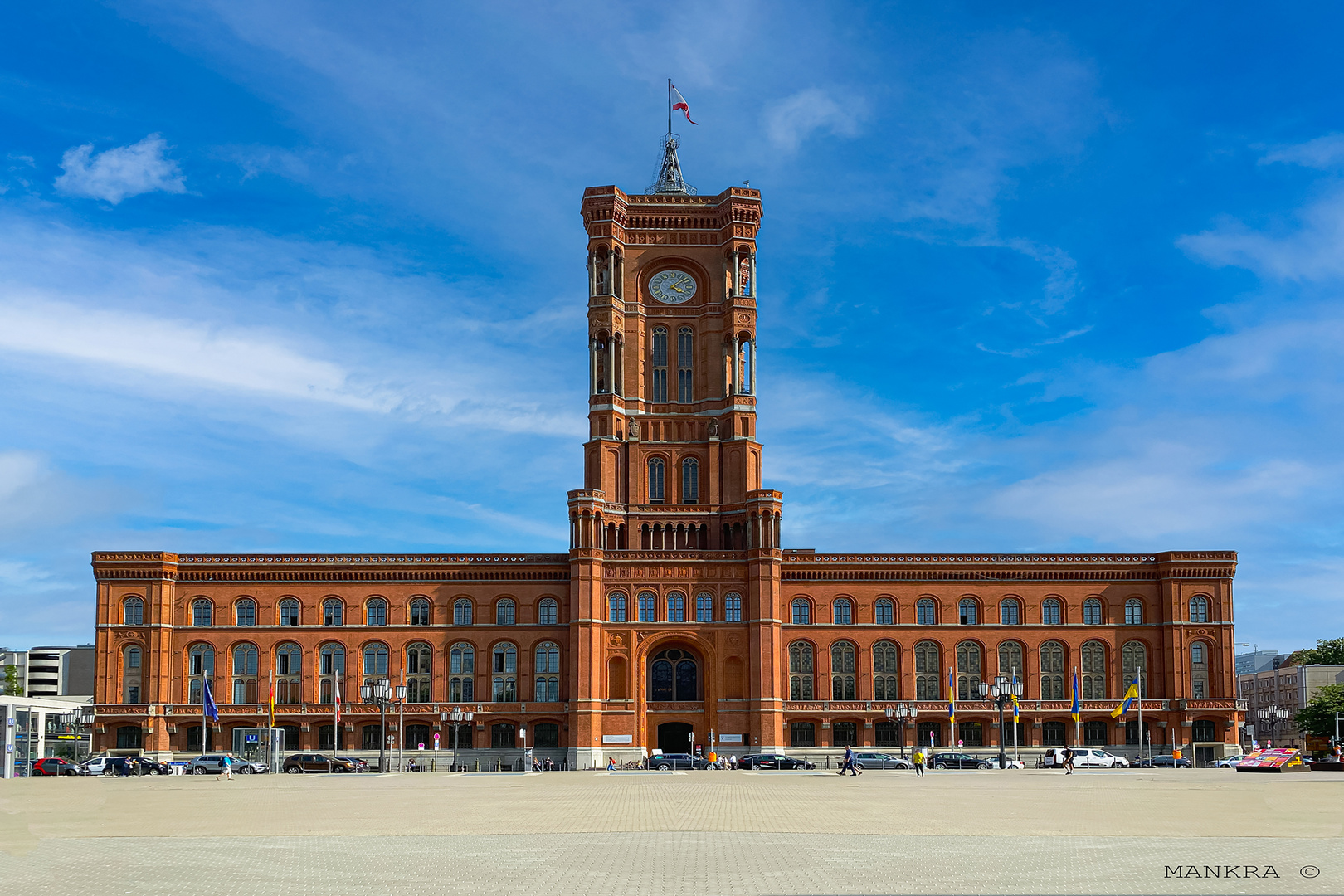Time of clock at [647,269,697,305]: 4:08
